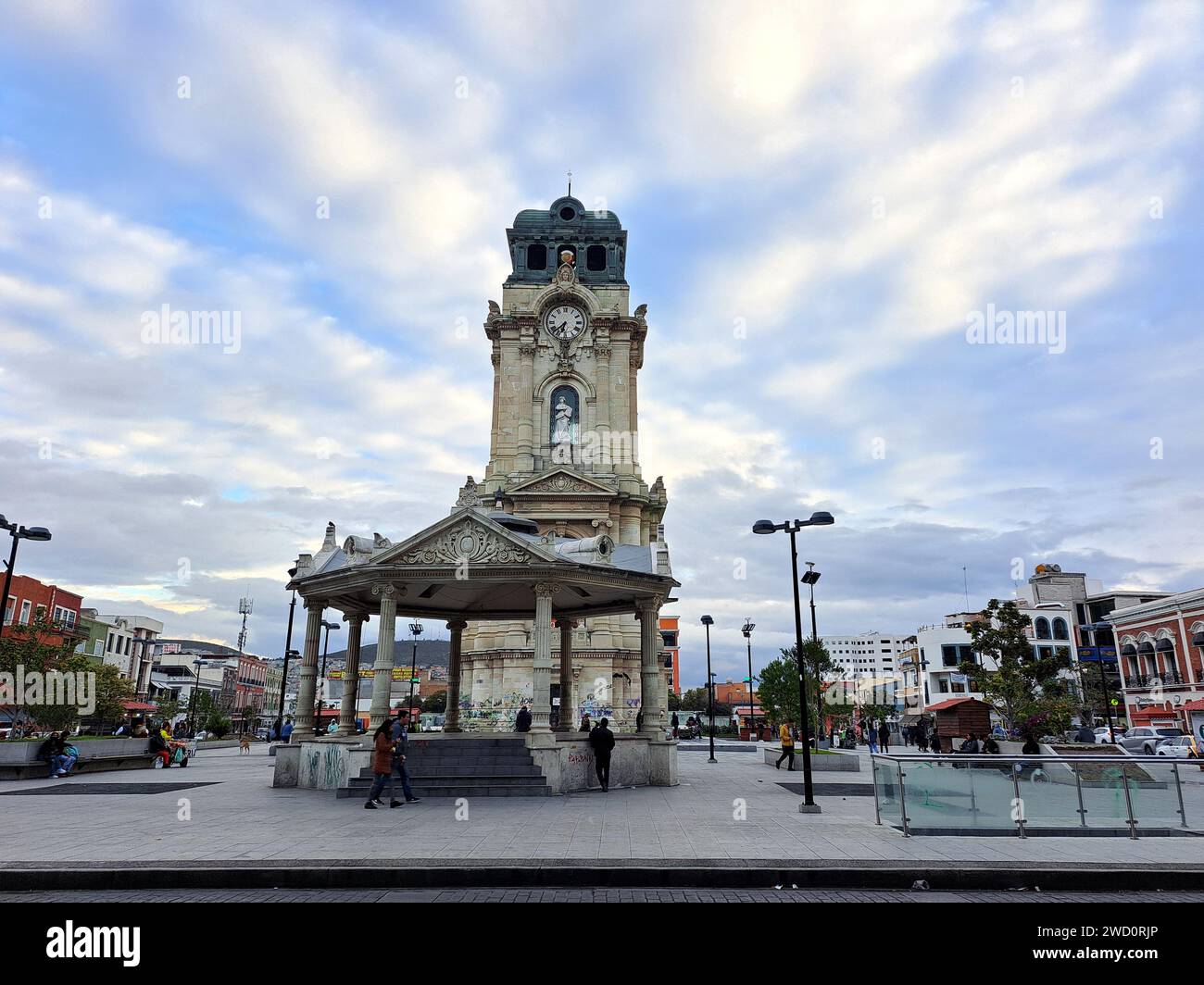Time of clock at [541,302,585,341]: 6:38
